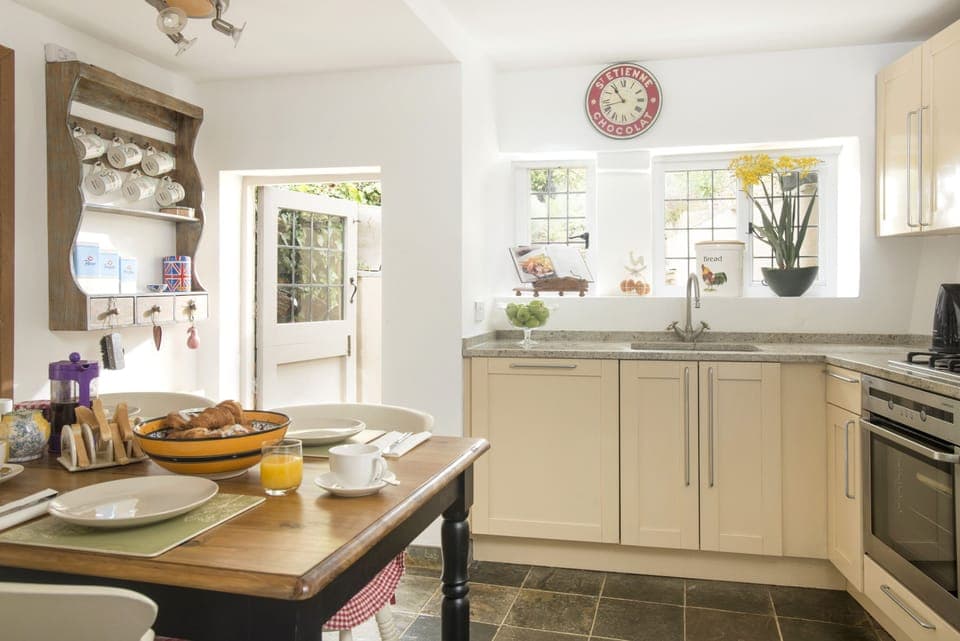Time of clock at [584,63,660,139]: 10:42
